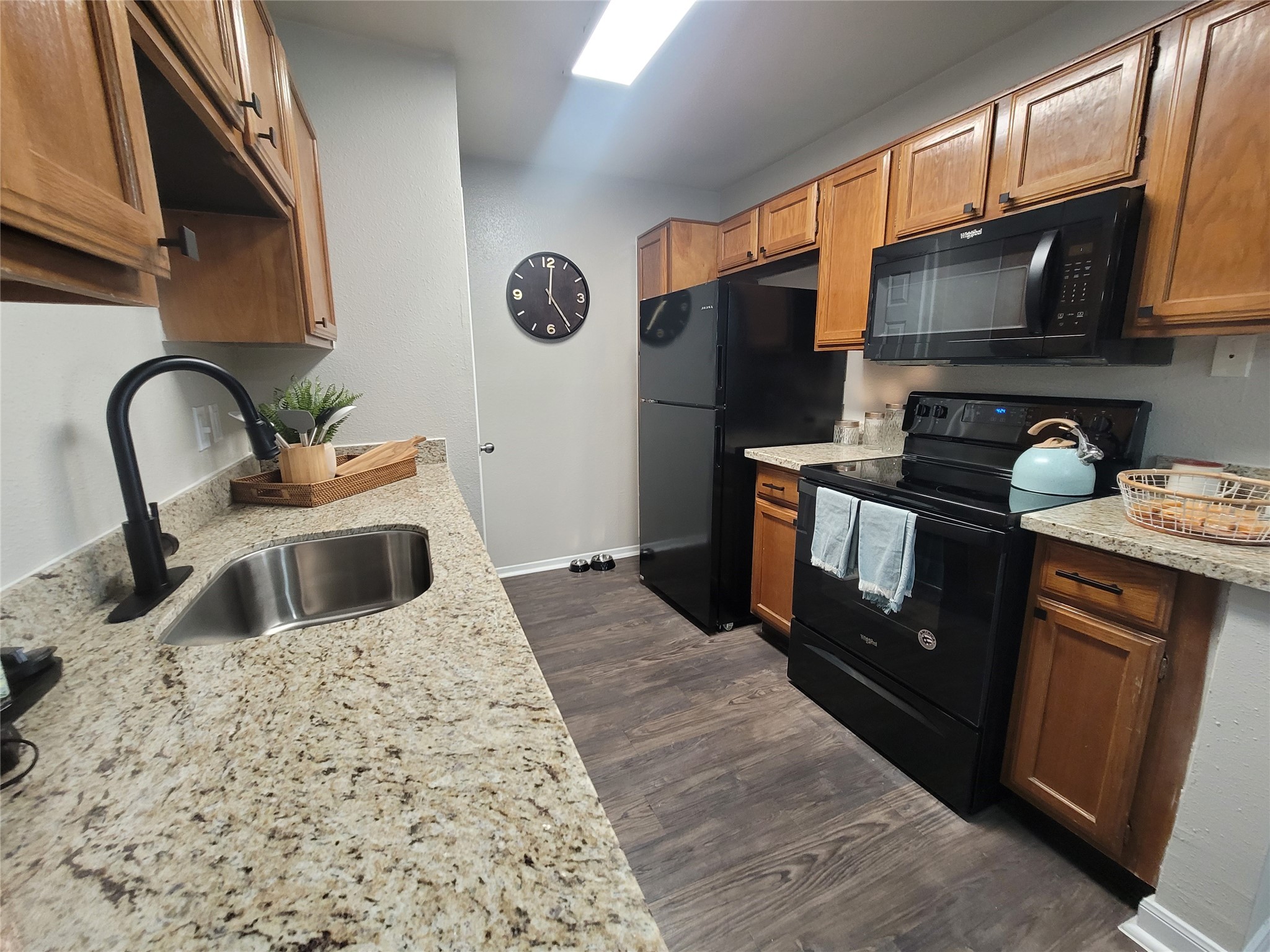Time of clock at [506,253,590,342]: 12:24
